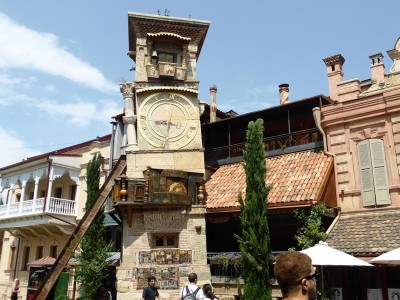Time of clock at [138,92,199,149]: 8:31
